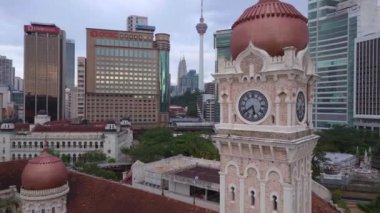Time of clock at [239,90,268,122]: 5:38
